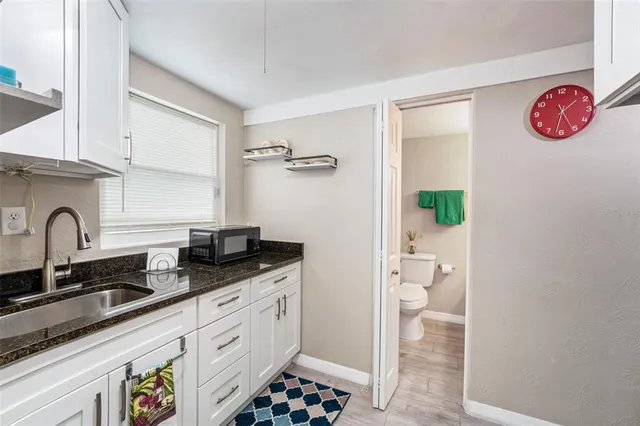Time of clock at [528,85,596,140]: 1:32
